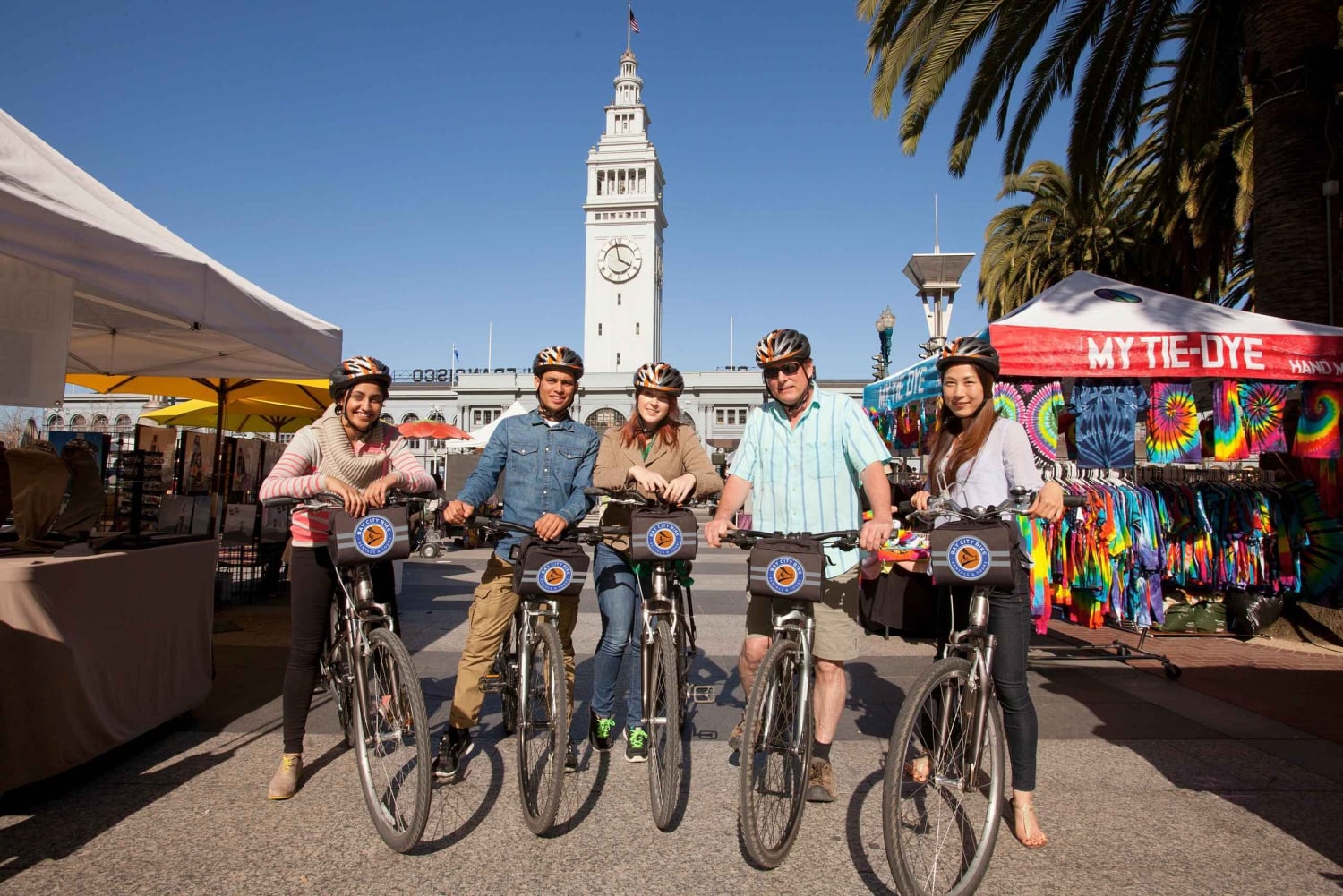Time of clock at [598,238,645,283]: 3:58
